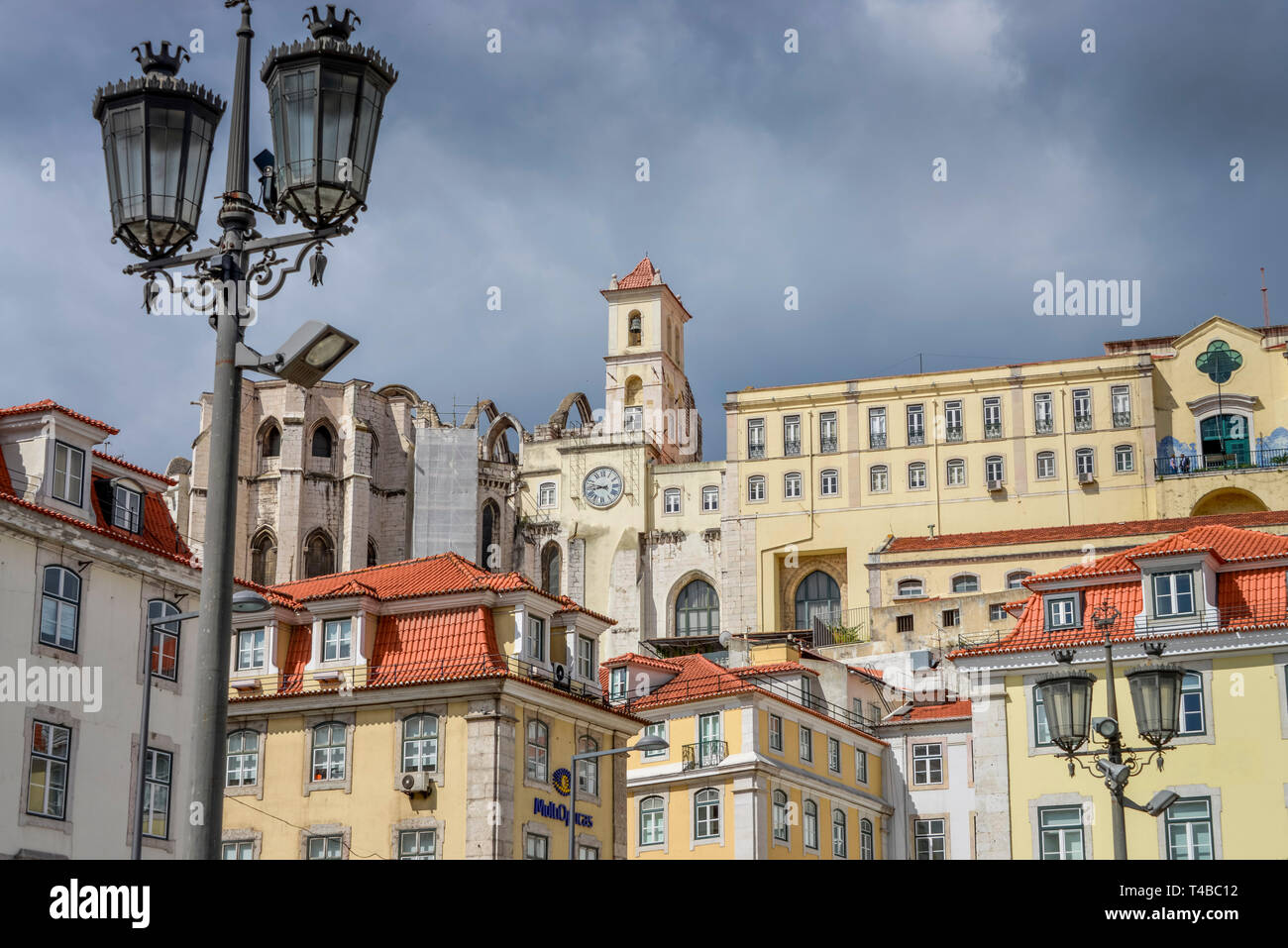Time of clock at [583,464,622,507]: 8:47
